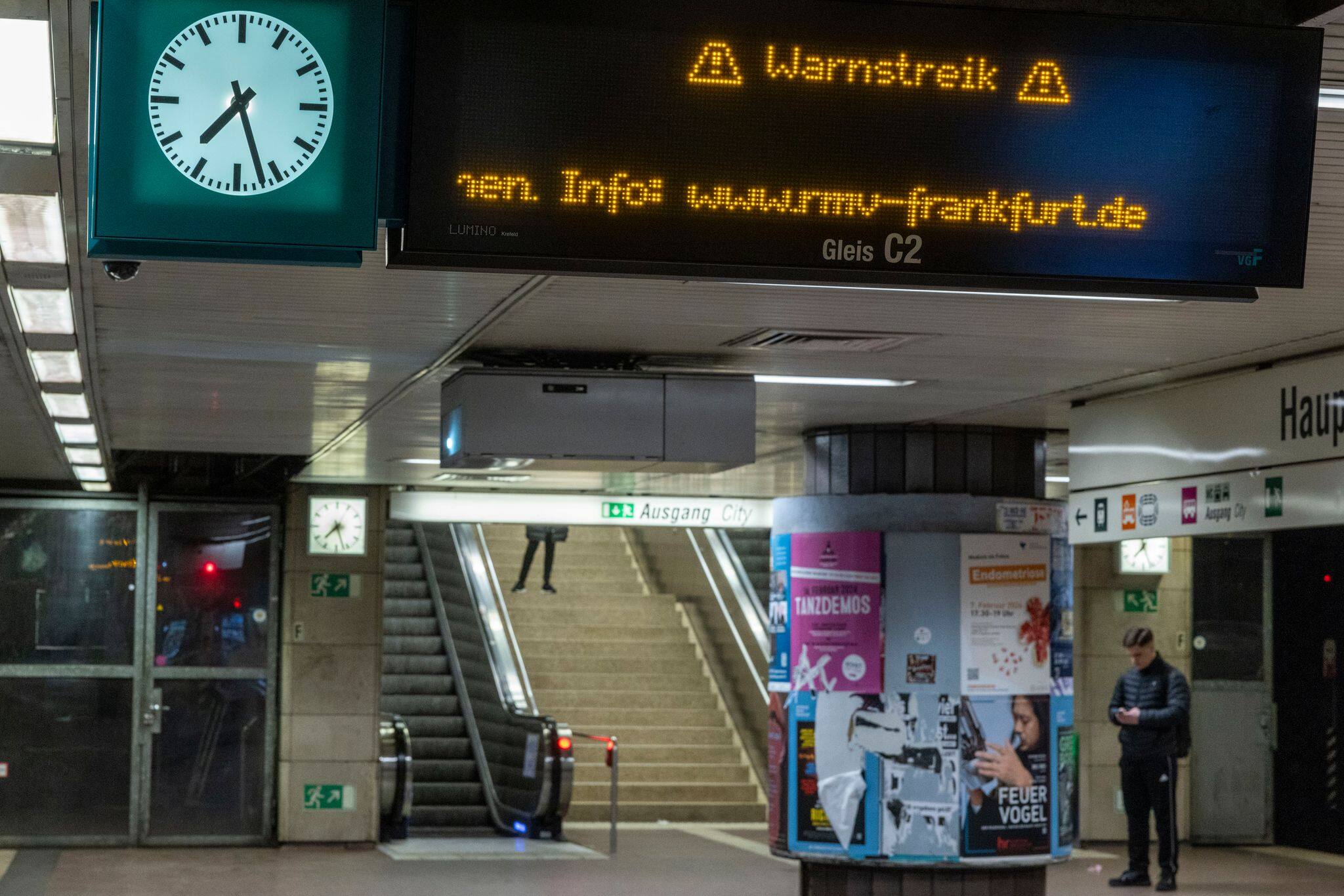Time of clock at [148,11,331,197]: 7:27
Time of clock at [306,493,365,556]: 7:27
